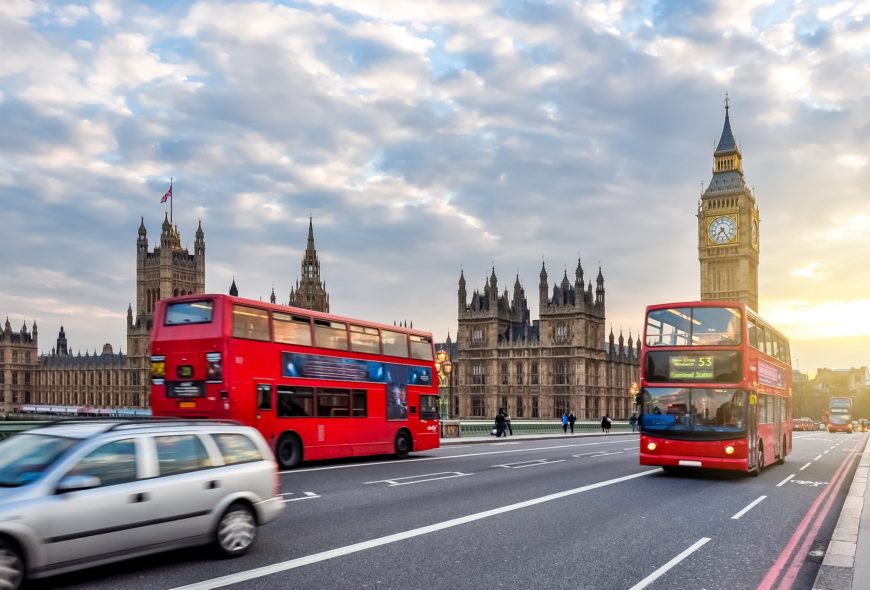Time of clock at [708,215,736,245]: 7:25
